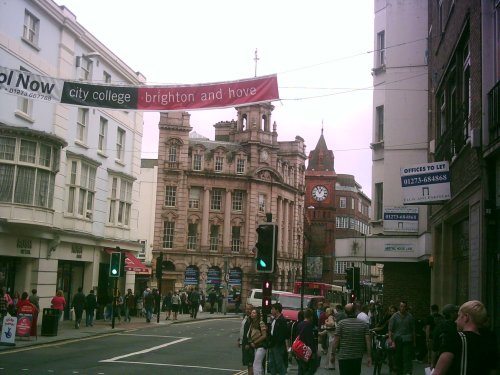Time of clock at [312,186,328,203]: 12:55
